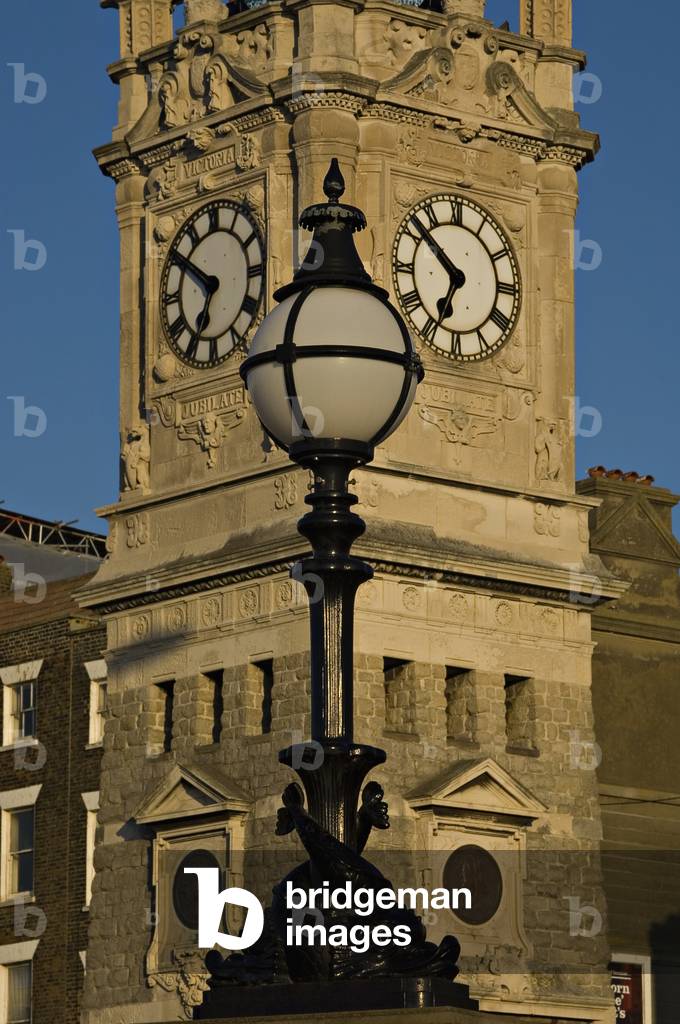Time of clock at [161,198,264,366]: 6:50
